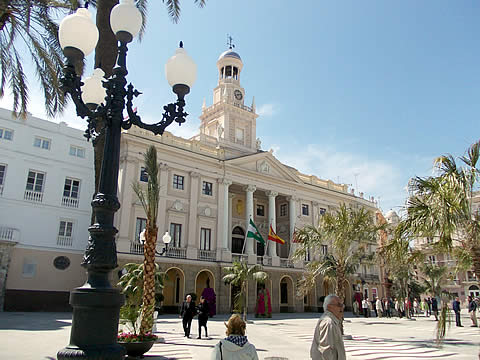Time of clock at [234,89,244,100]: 8:12
